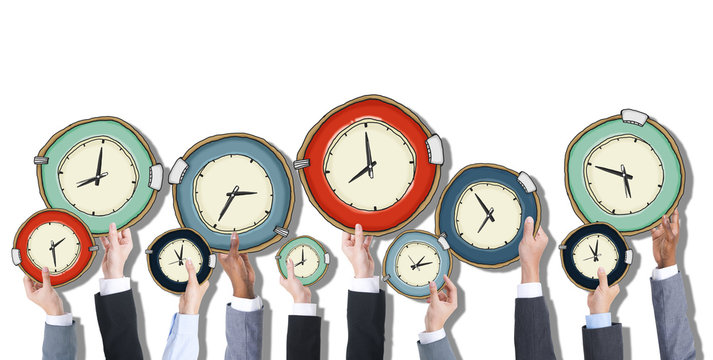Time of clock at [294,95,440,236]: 7:59
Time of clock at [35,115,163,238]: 7:59
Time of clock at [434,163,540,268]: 6:55
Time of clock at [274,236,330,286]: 7:59
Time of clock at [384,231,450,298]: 1:13
